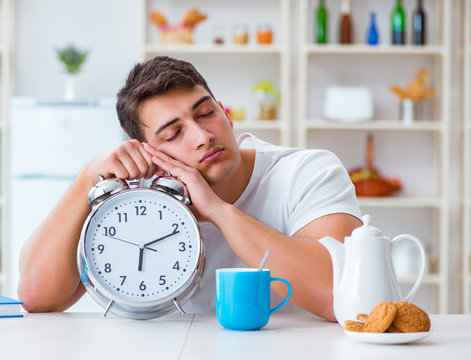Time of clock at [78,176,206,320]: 6:11
